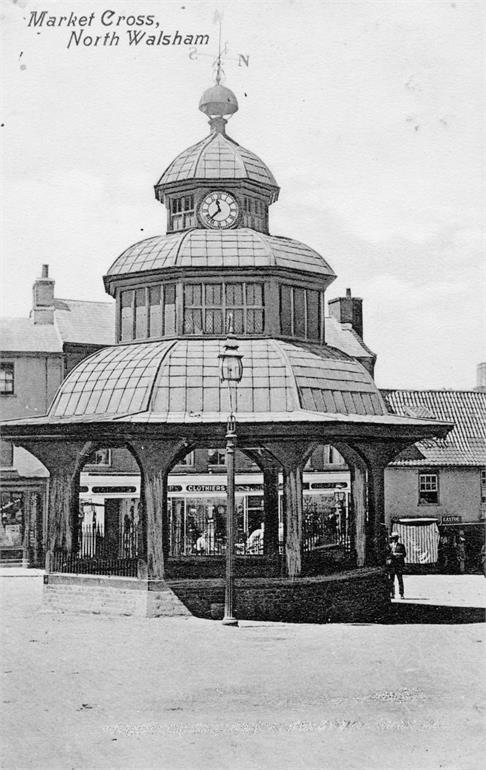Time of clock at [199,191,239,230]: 11:37
